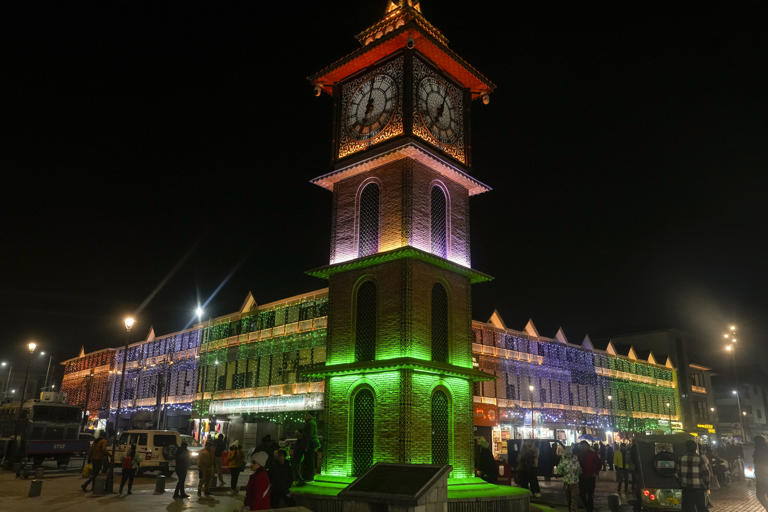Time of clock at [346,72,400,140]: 7:01
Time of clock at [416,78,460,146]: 7:03
